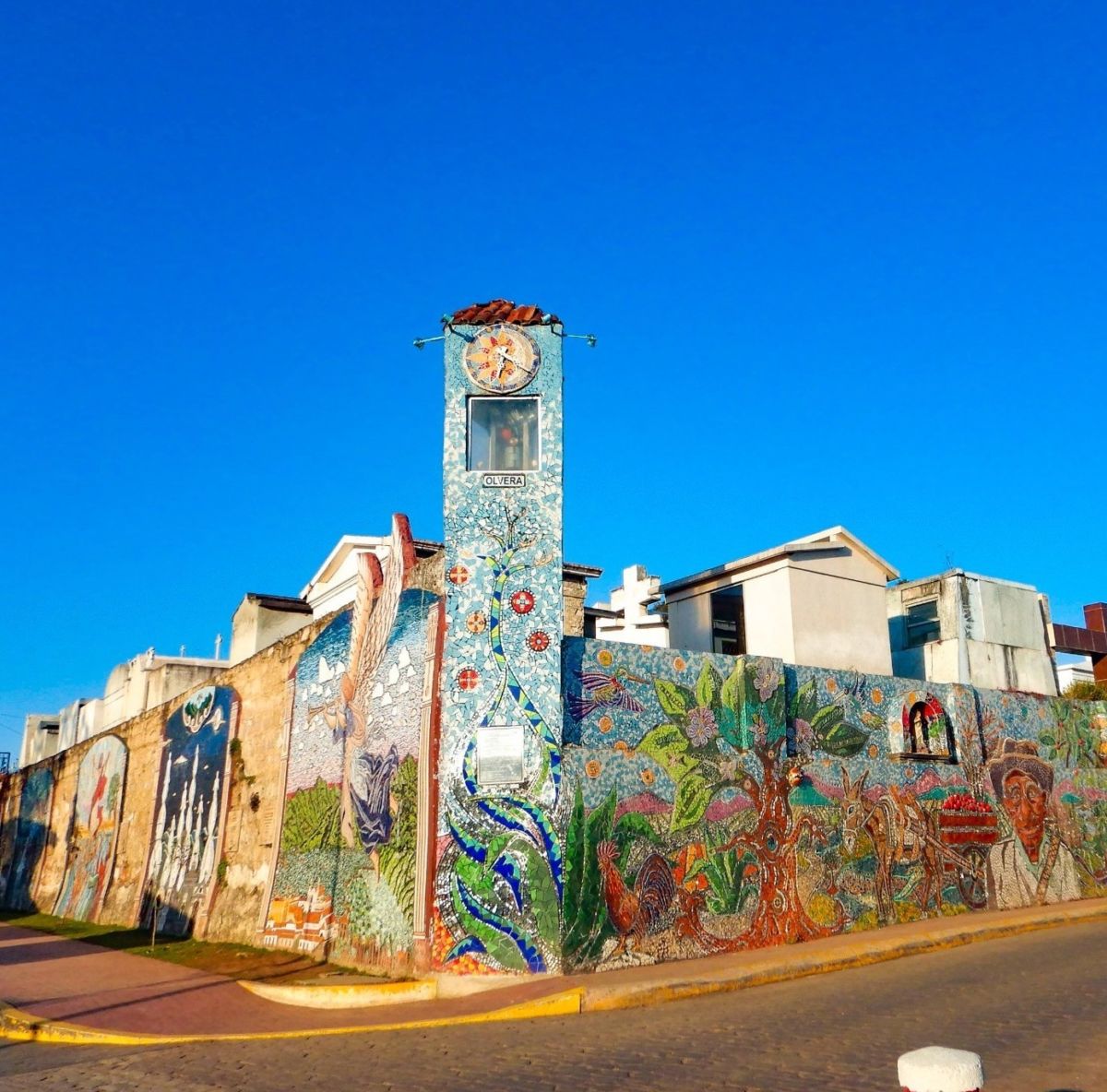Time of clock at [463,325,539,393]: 6:19
